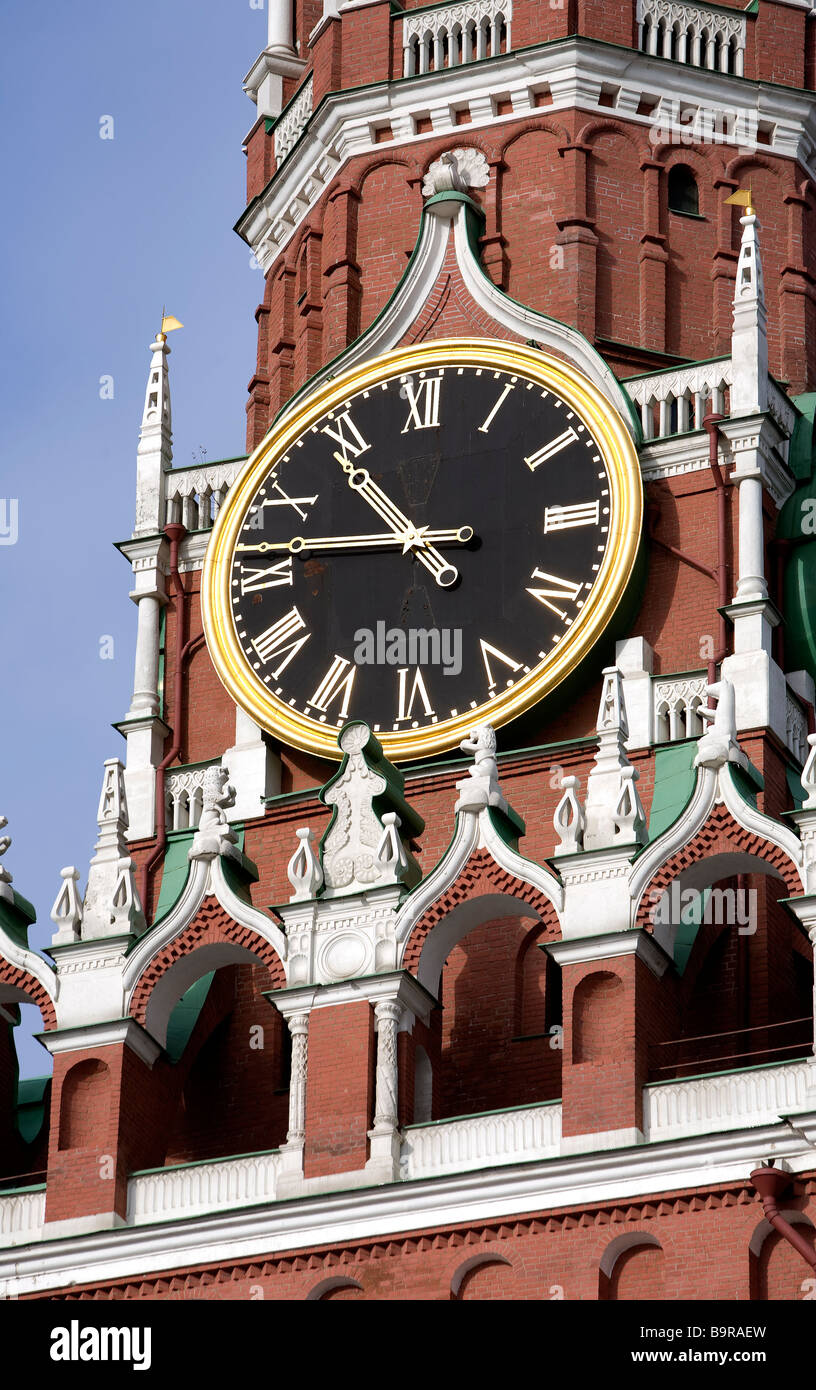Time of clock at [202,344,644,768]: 10:46
